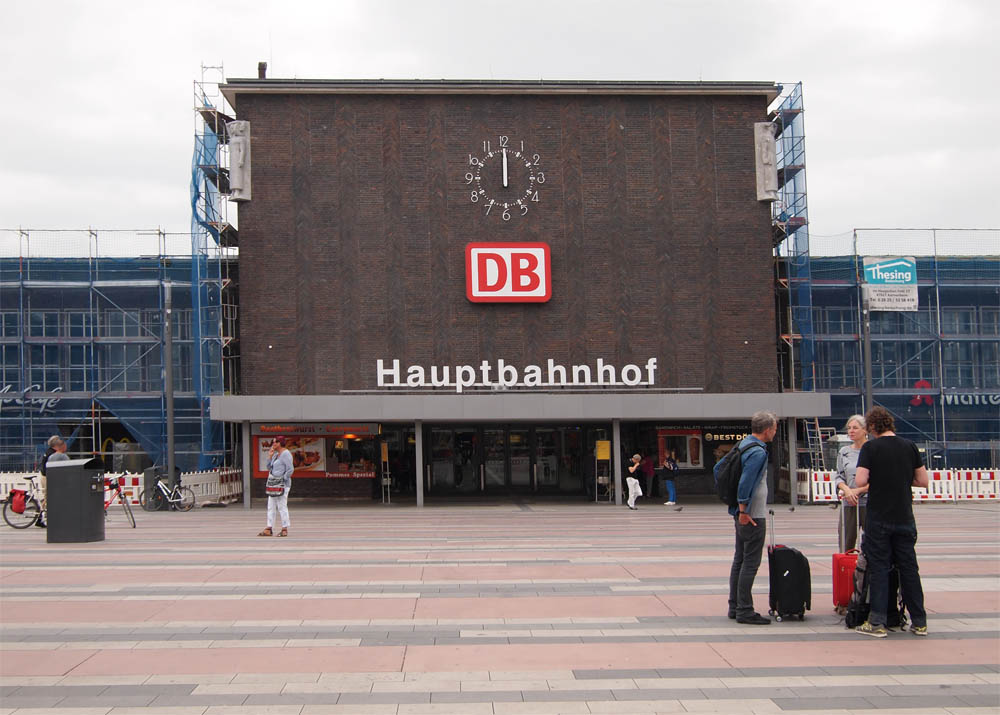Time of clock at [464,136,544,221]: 11:59
